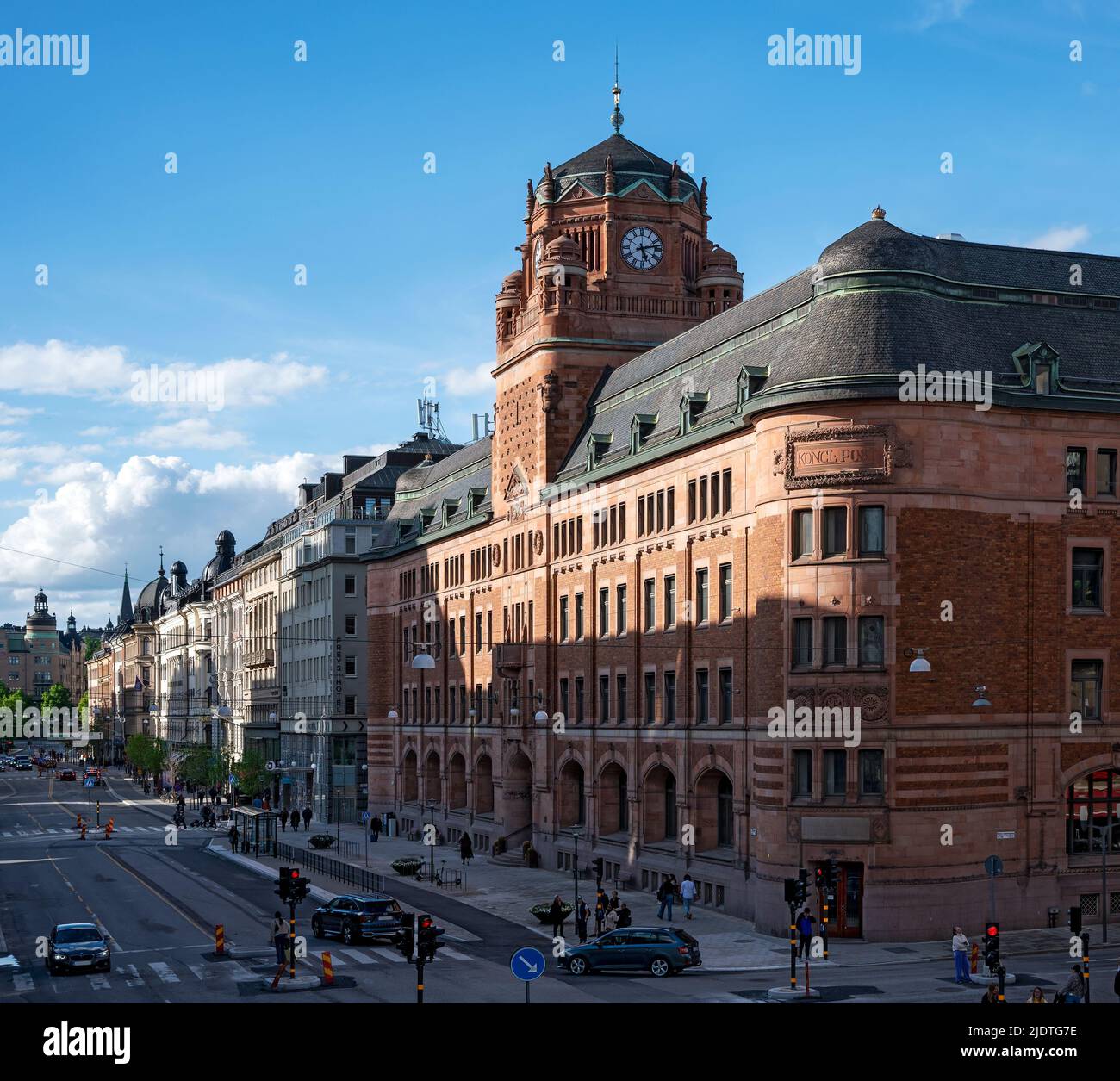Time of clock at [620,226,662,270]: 5:12
